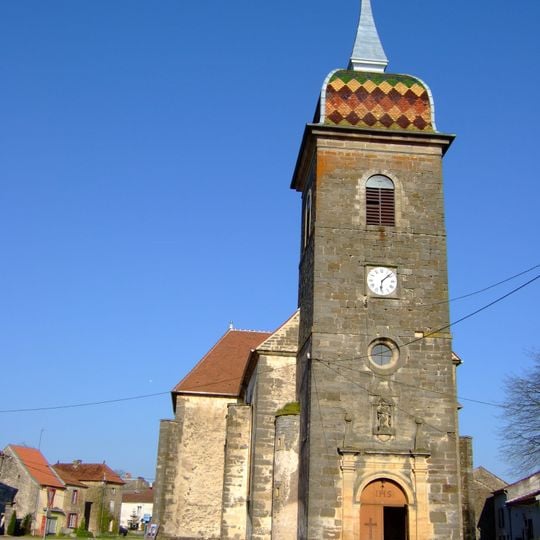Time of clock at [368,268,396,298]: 6:08
